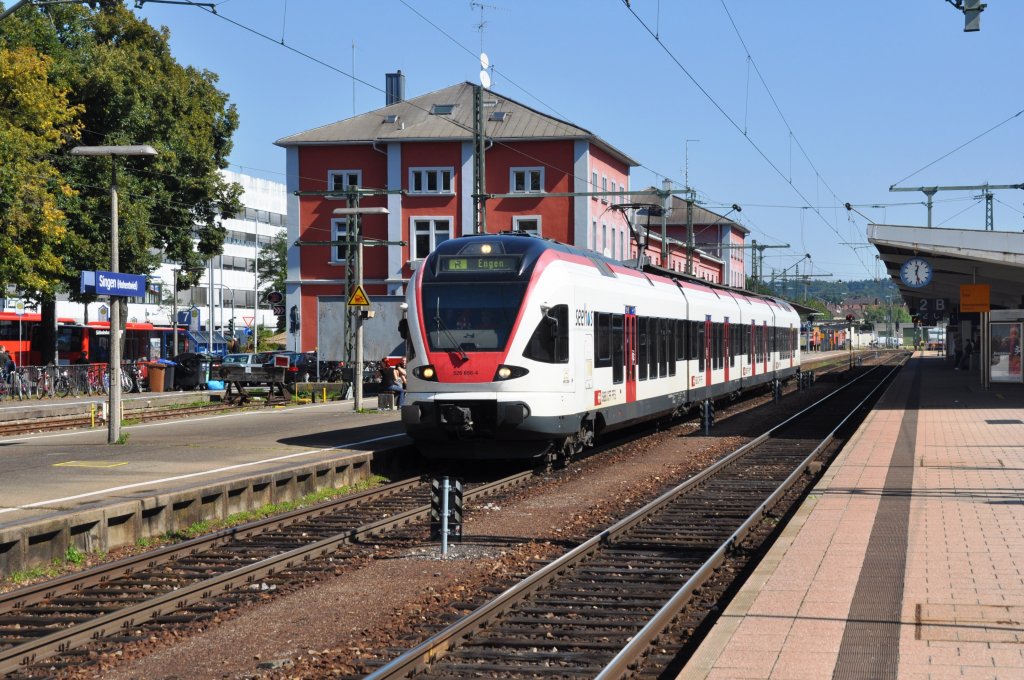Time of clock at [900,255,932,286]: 12:27
